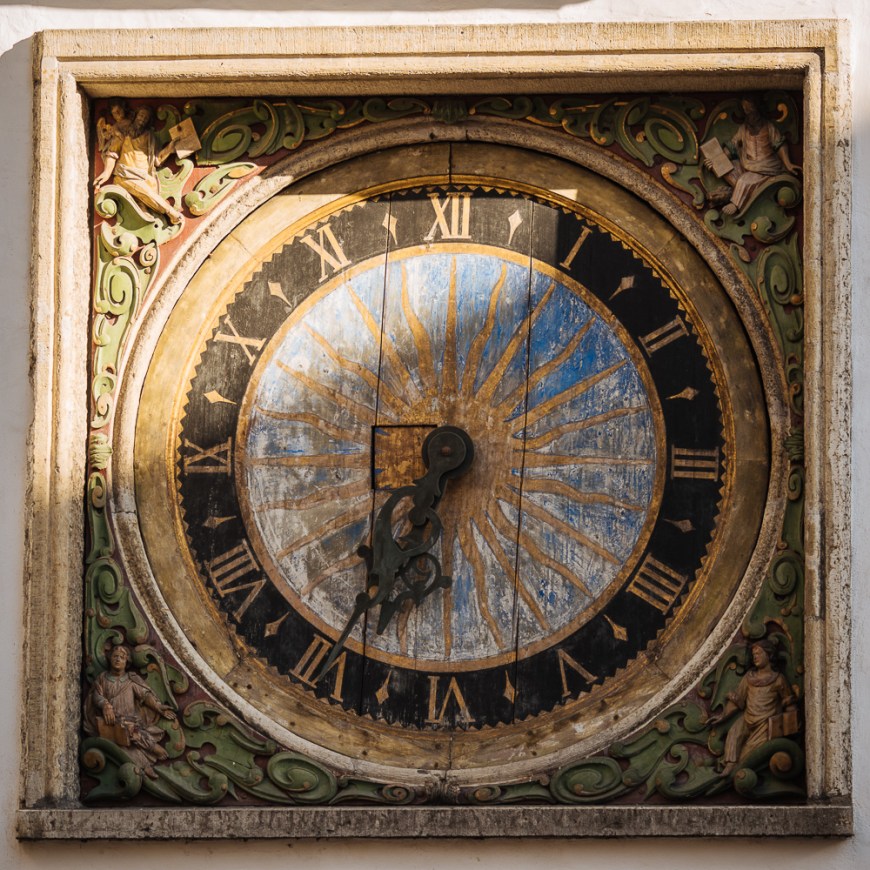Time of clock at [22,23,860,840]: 7:34
